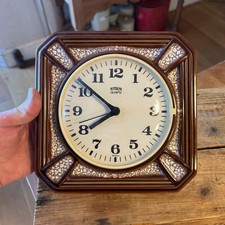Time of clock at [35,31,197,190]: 7:51
